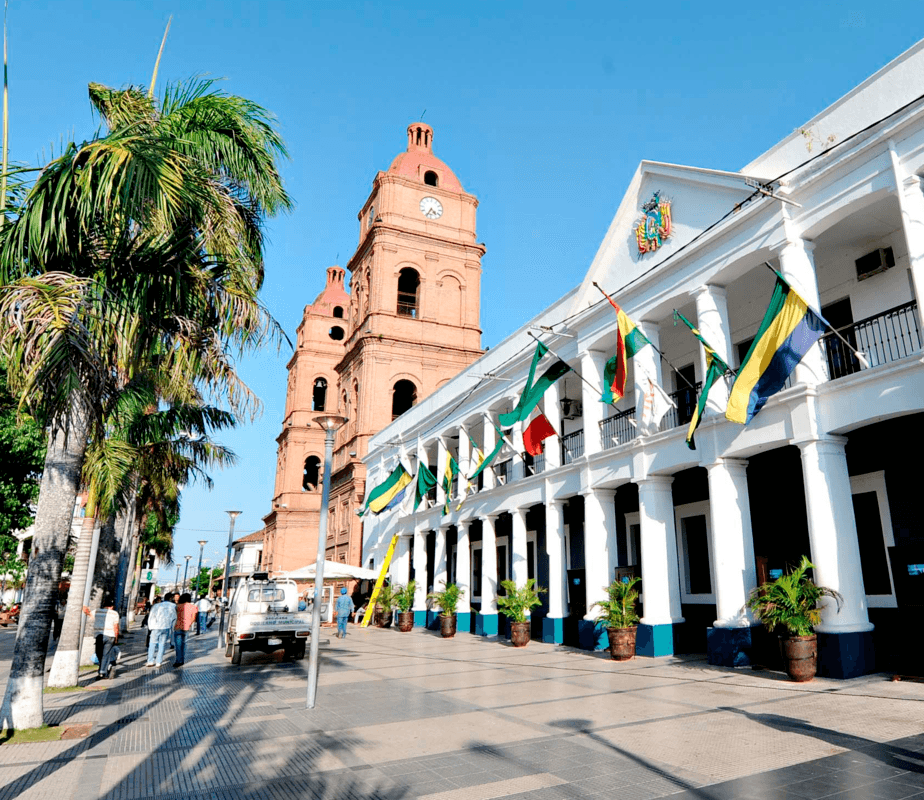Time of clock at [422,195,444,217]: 4:34
